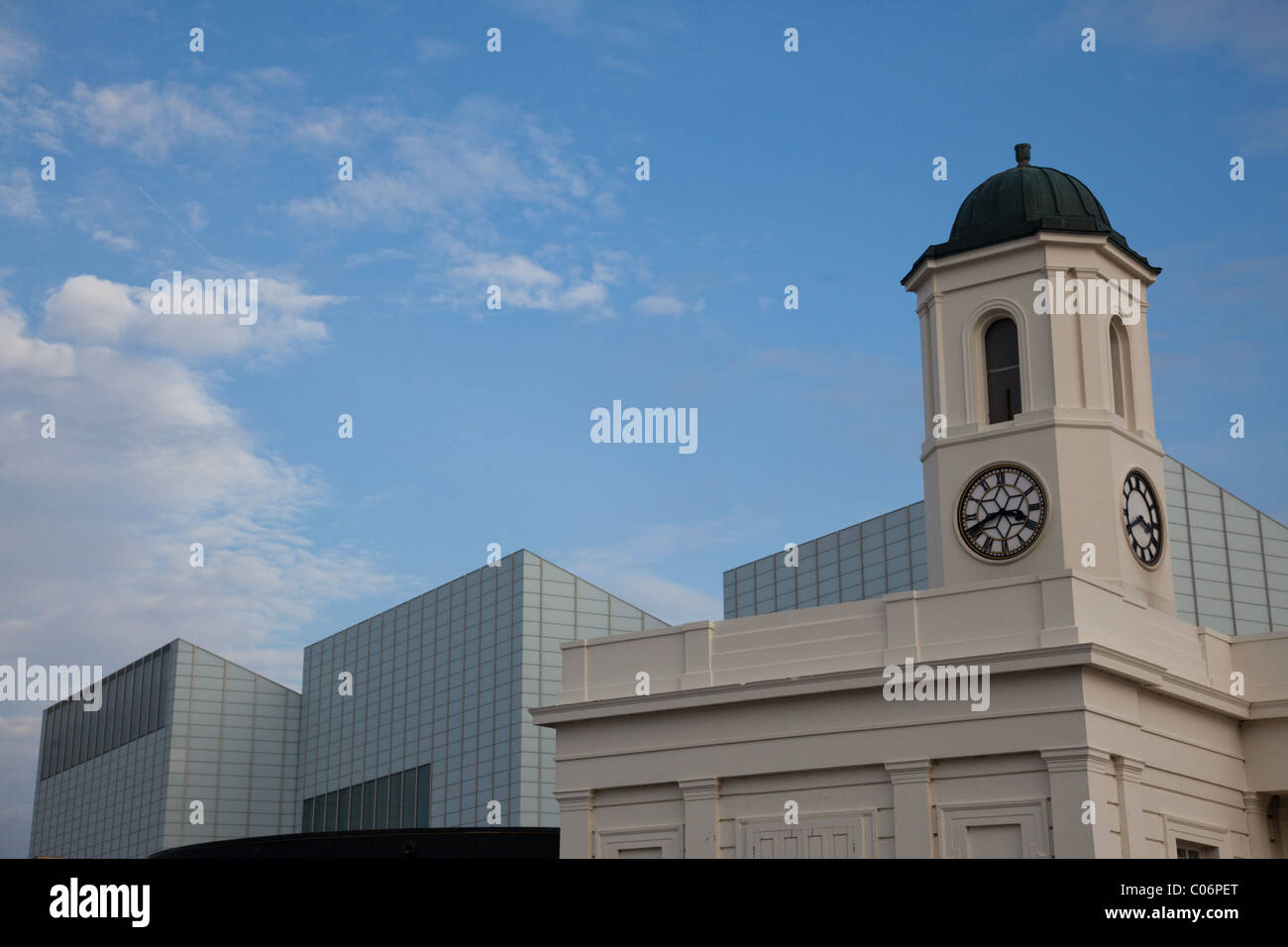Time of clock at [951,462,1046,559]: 3:41
